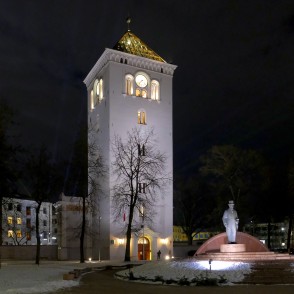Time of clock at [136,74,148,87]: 7:37
